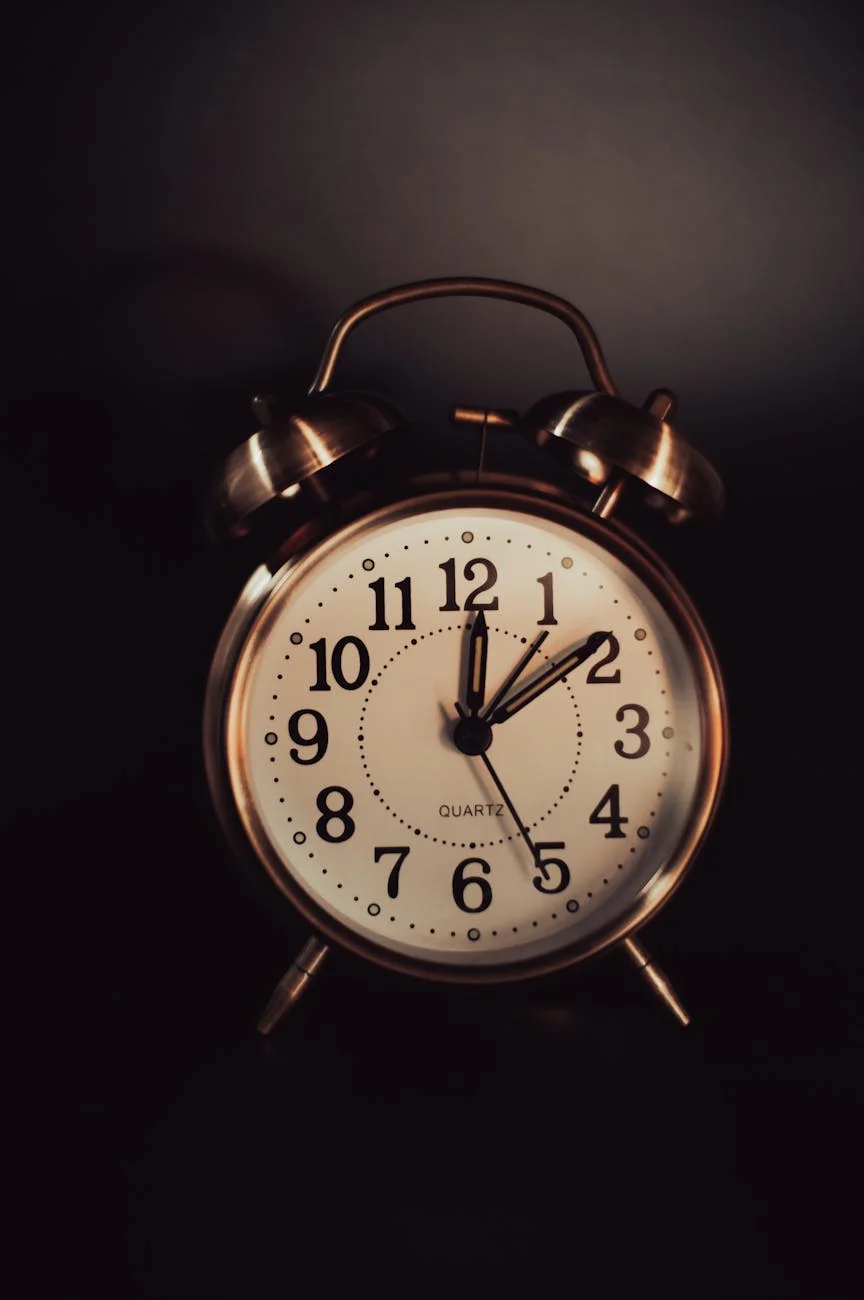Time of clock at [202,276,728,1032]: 12:09
